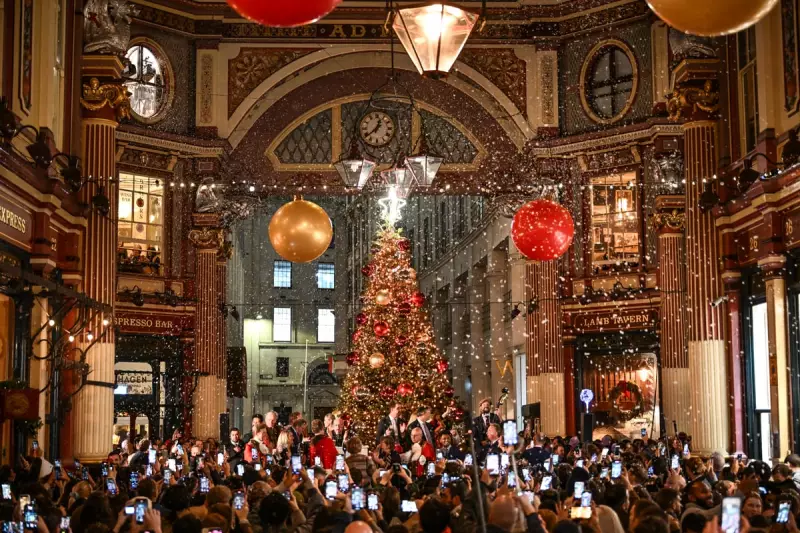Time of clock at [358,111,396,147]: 12:38
